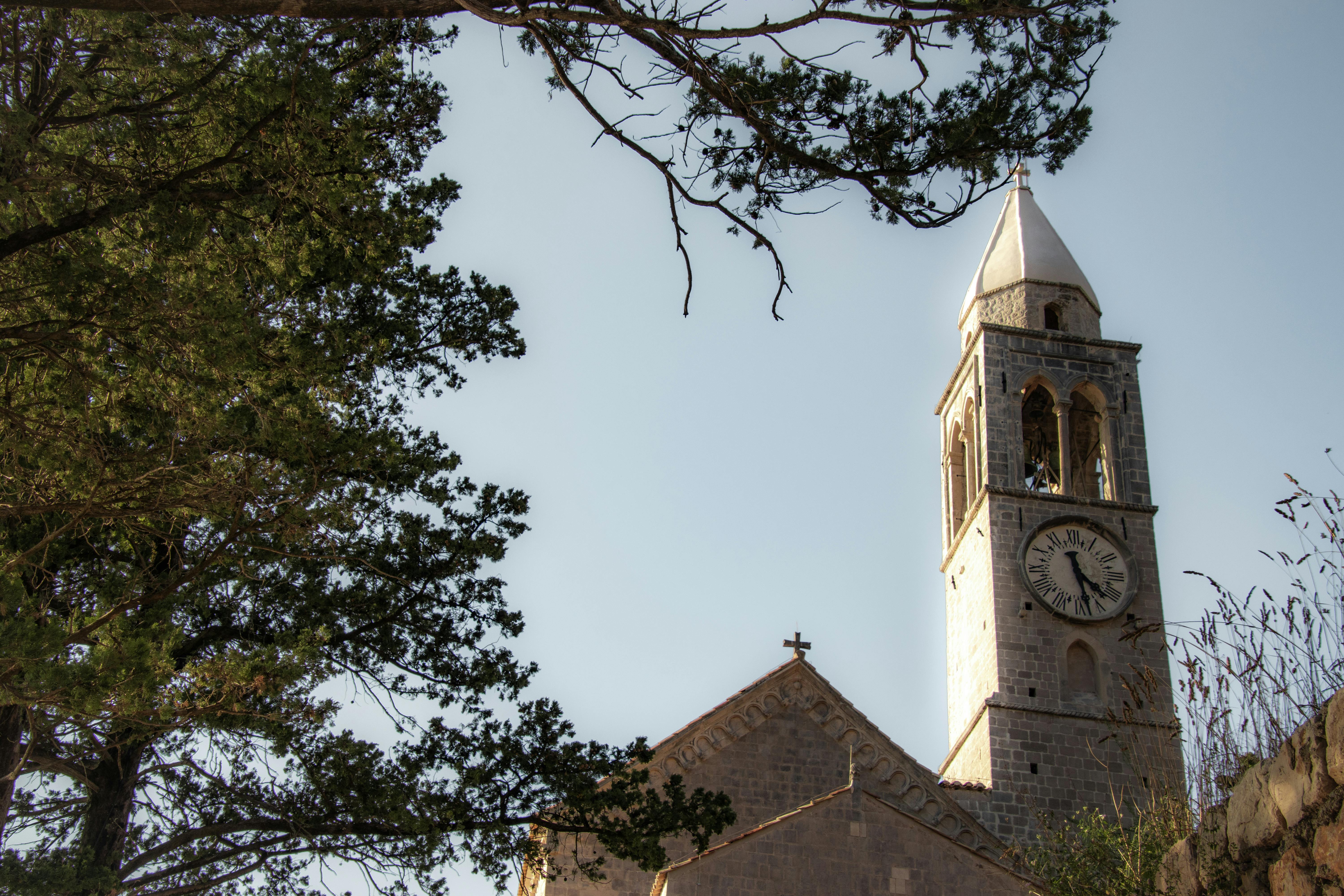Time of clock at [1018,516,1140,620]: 4:27
